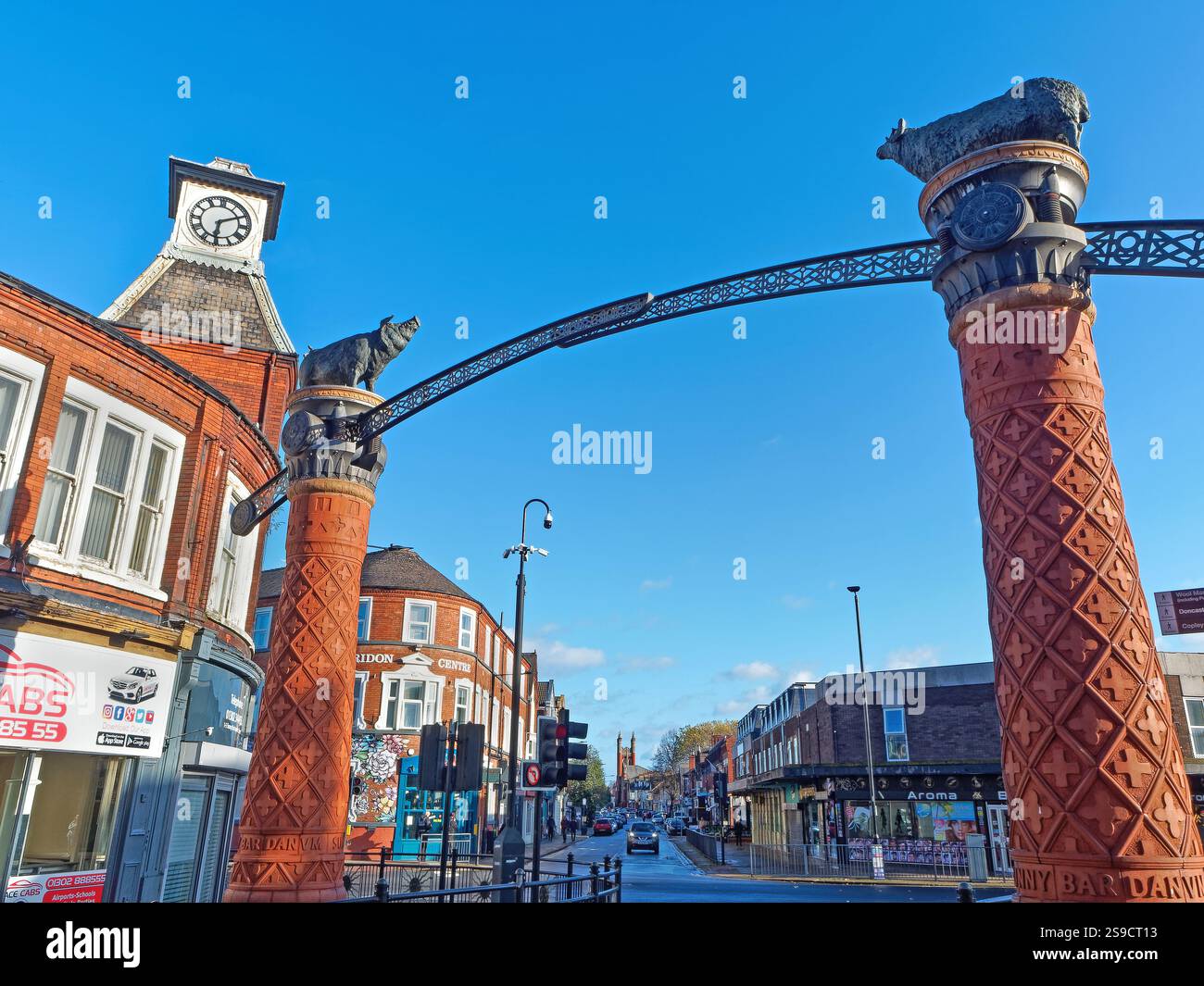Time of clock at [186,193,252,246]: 6:10
